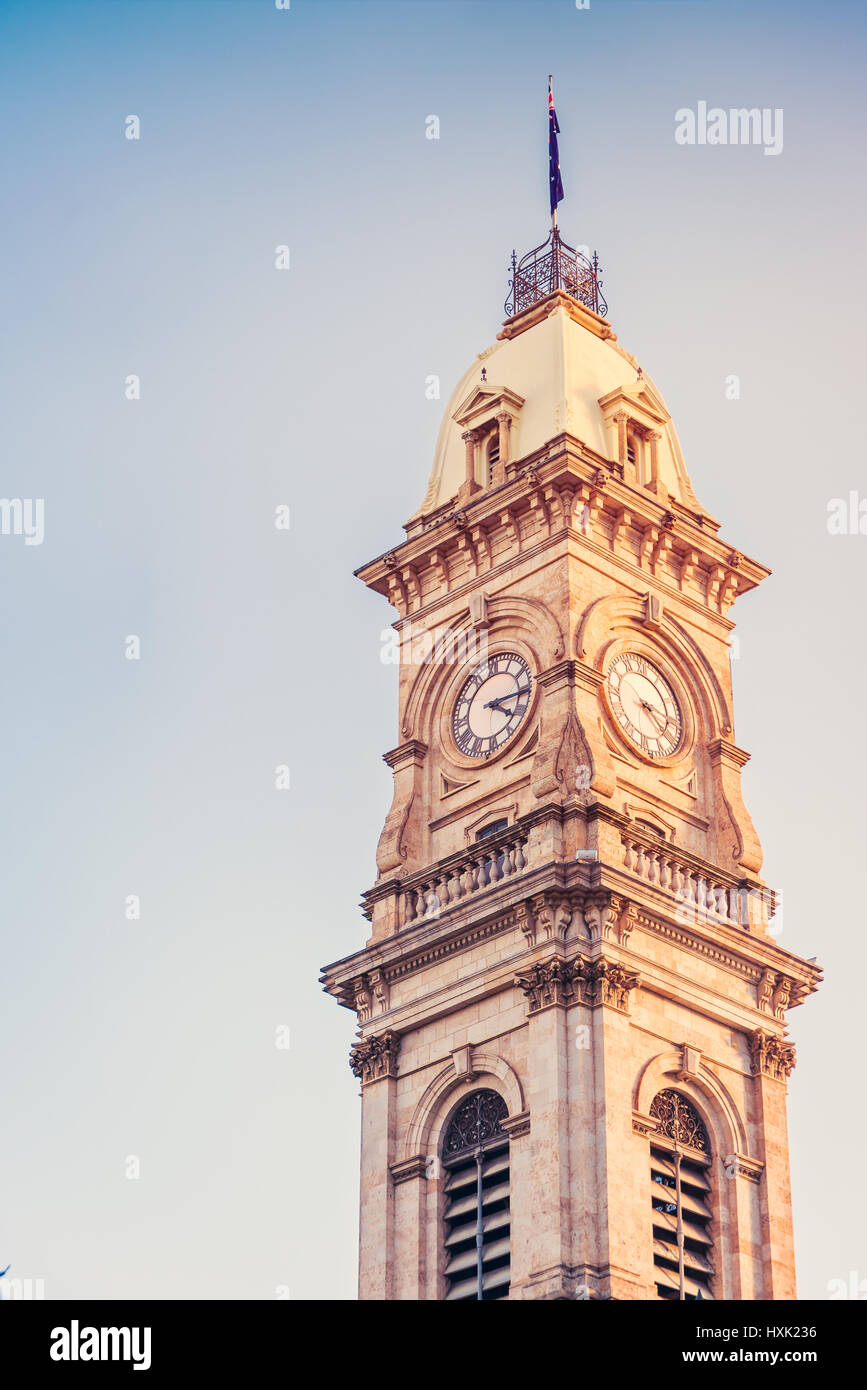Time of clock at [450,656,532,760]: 4:14
